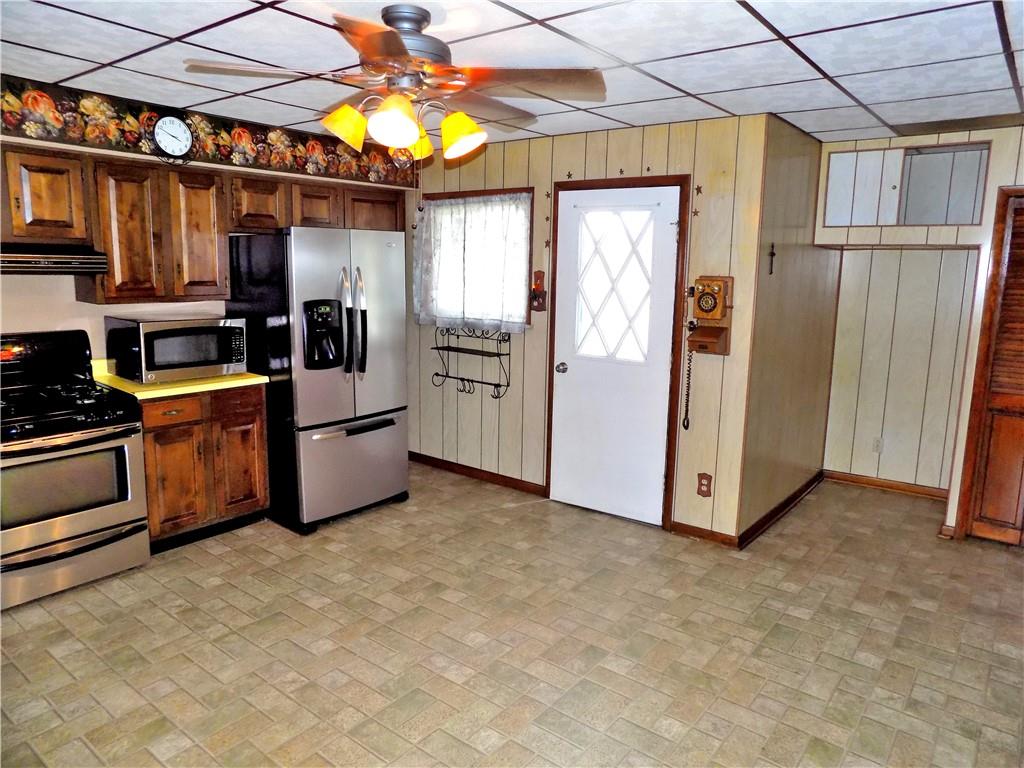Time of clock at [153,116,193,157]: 3:49
